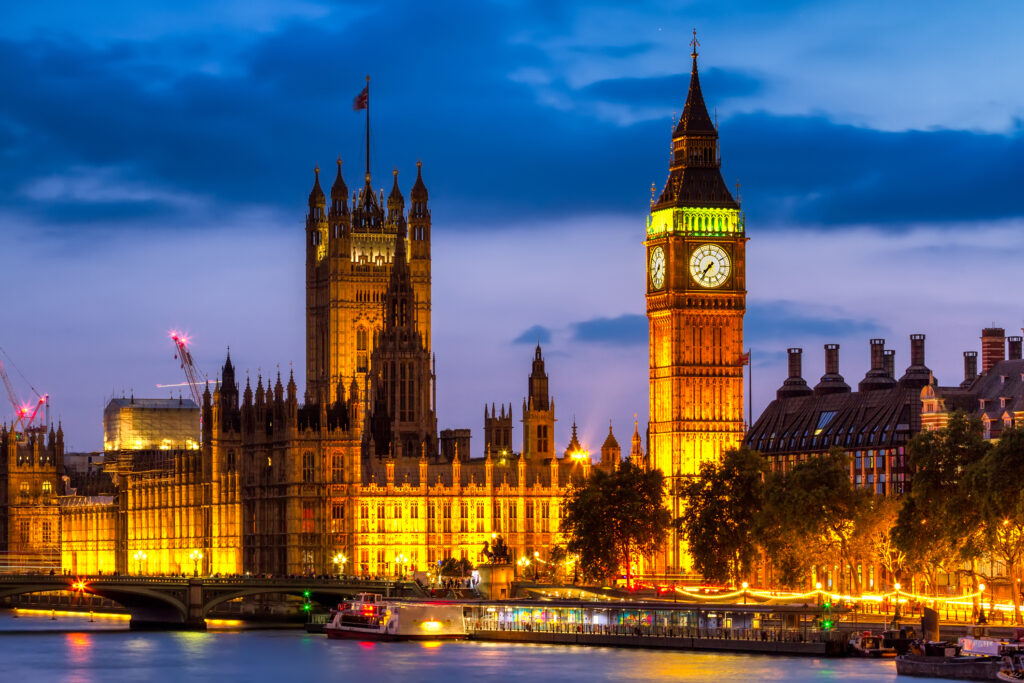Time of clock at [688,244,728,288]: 7:36
